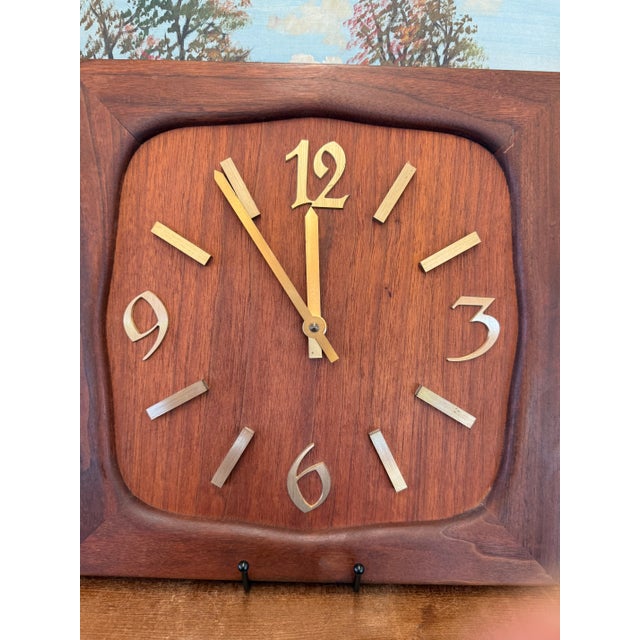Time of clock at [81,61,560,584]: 11:54
